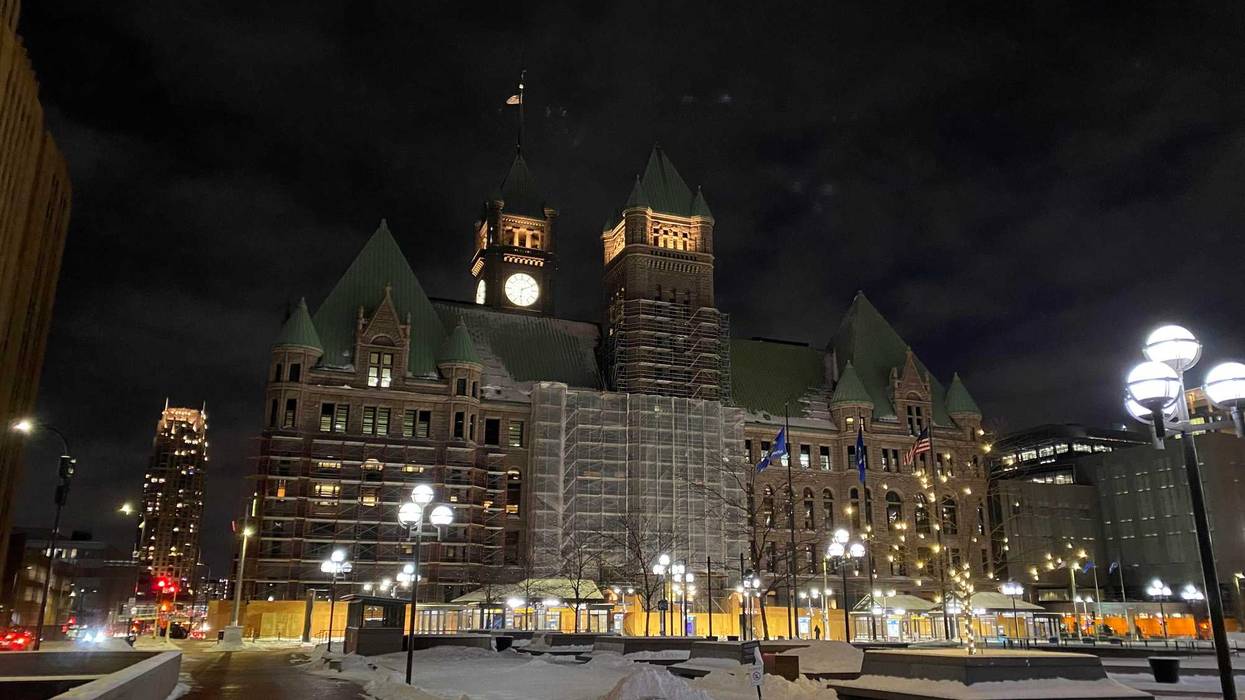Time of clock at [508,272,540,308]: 6:10
